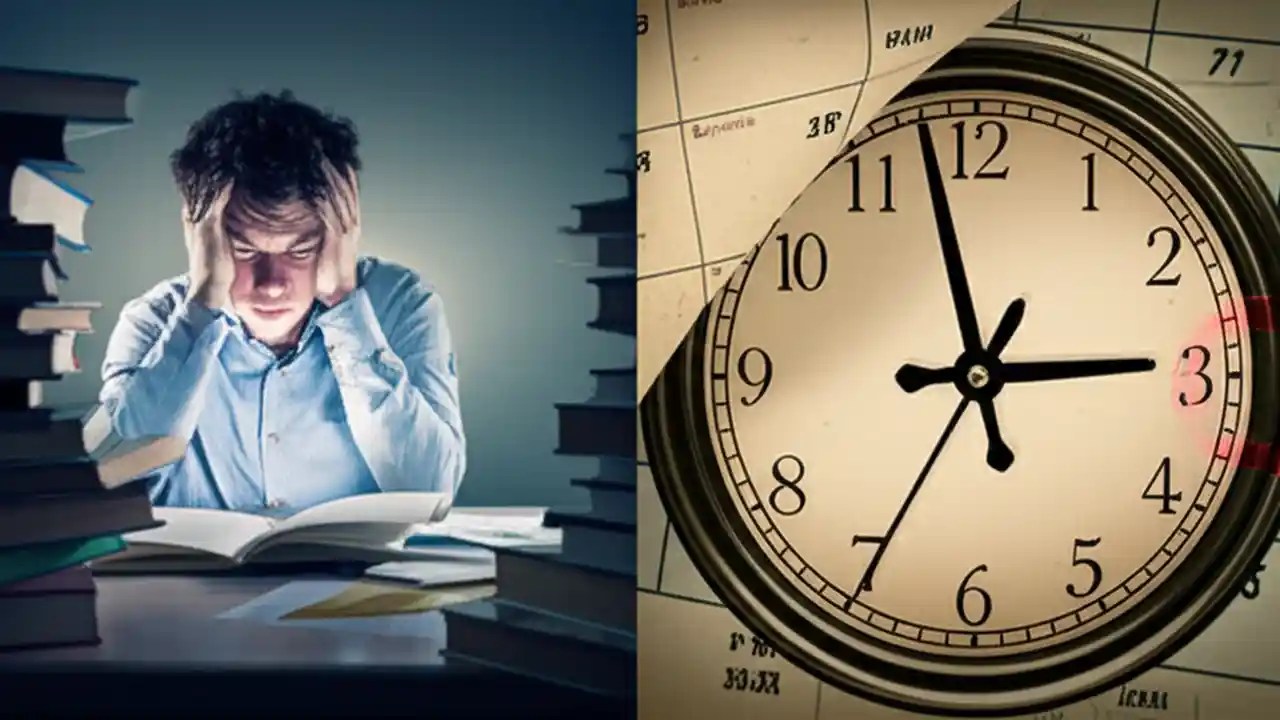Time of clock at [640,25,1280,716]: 2:57
